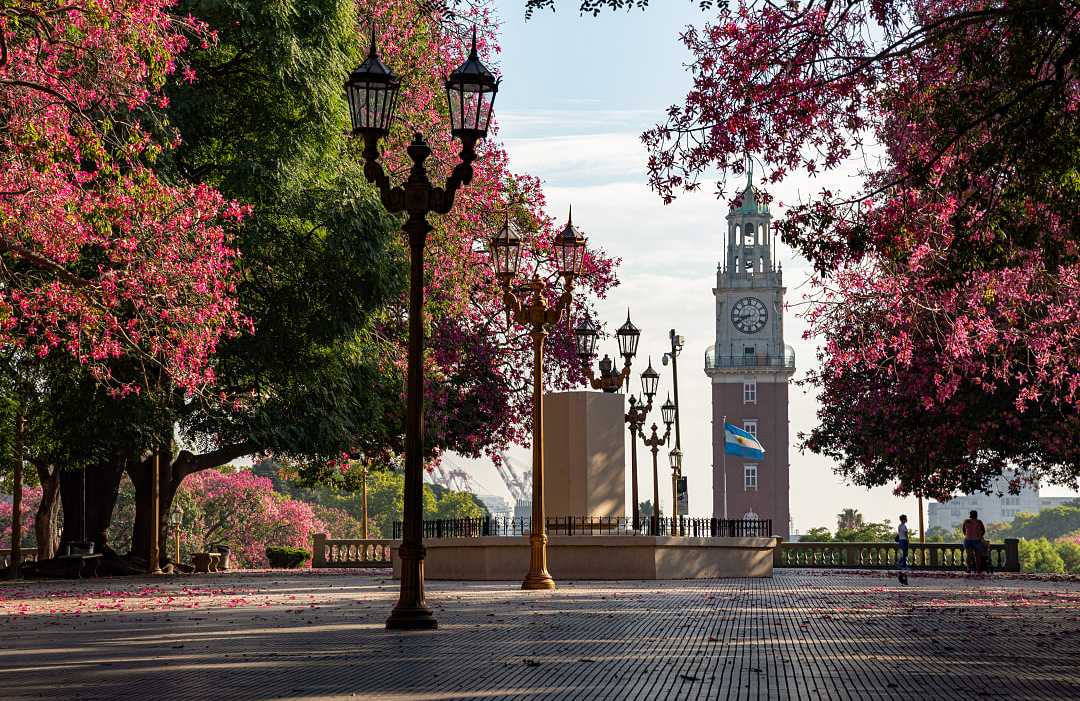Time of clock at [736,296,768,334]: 8:40
